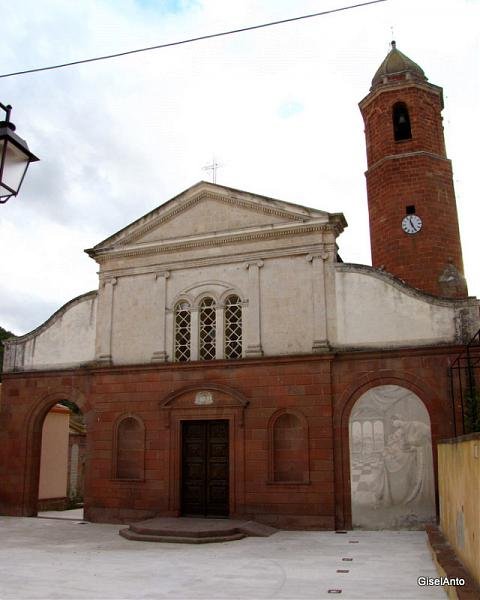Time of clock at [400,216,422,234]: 11:25
